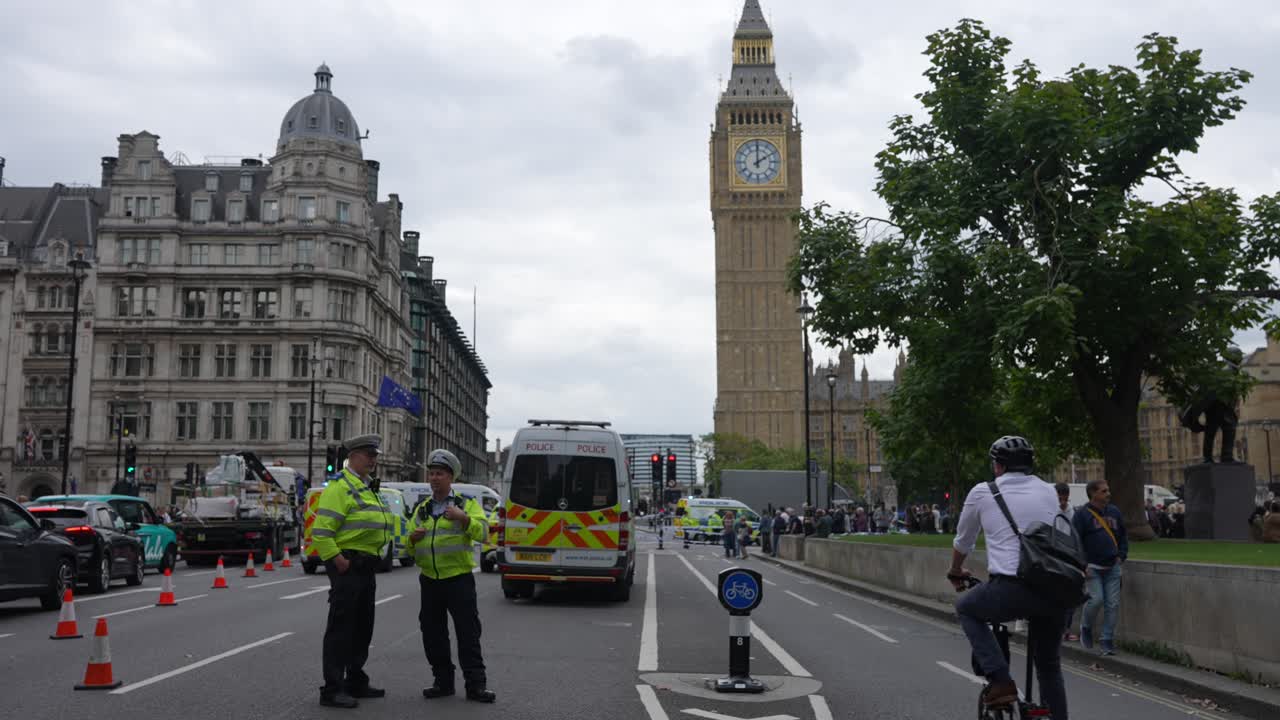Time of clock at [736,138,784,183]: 2:00
